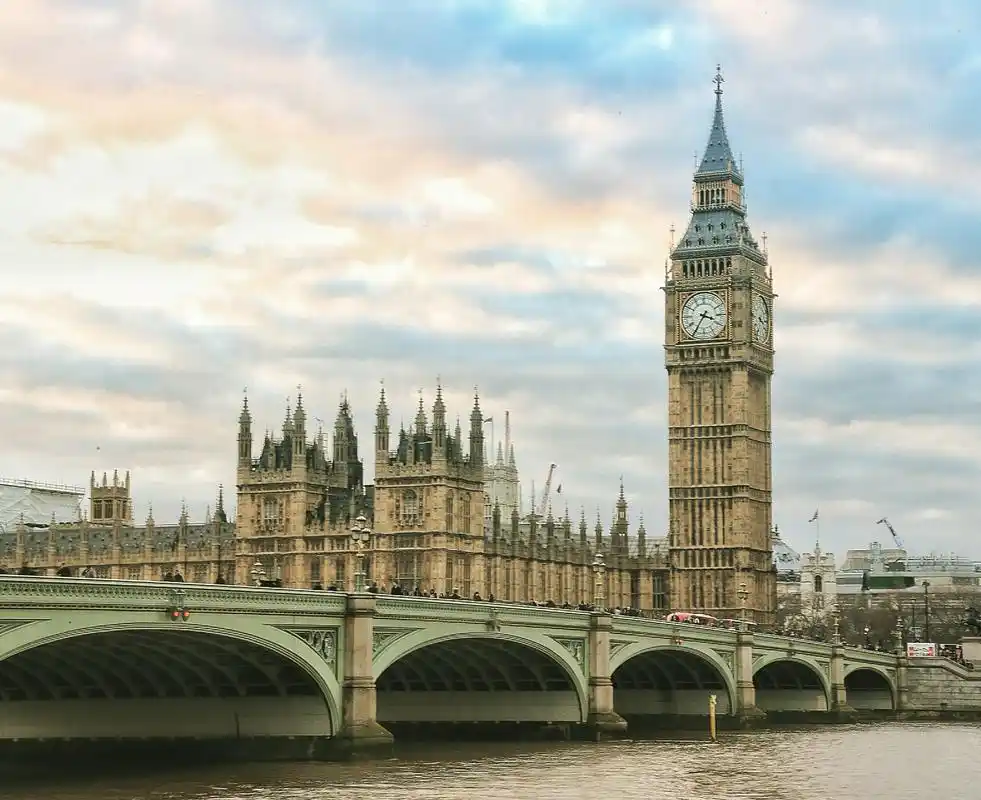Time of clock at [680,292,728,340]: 3:35
